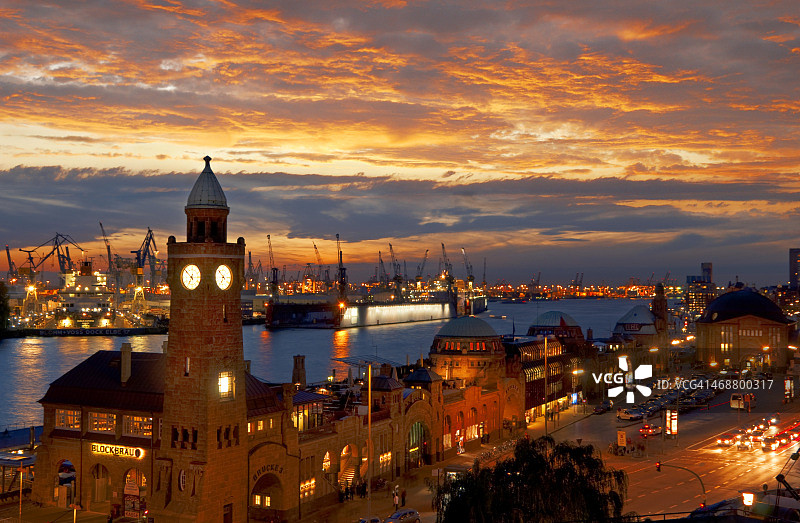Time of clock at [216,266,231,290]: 6:52
